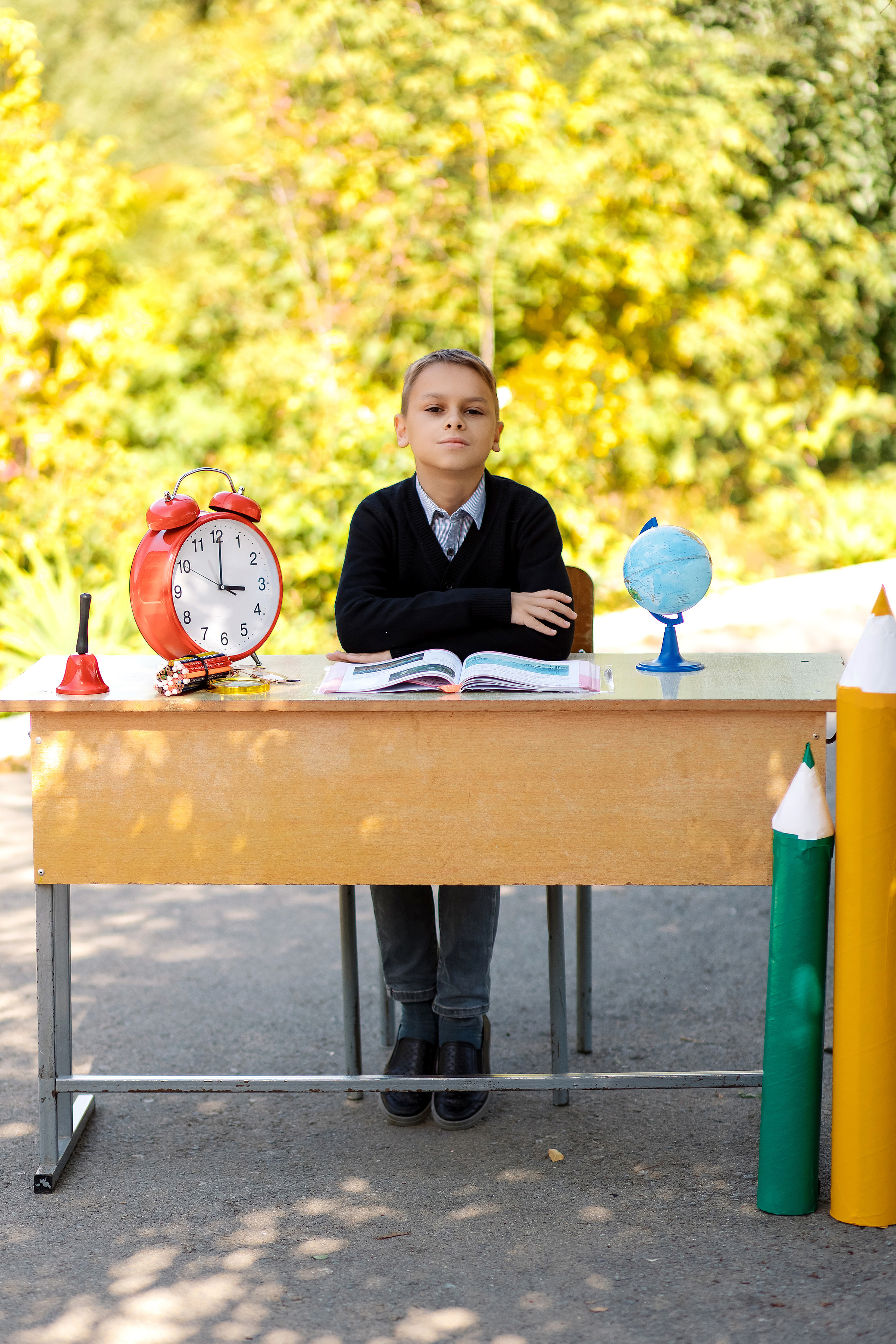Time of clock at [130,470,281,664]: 3:00
